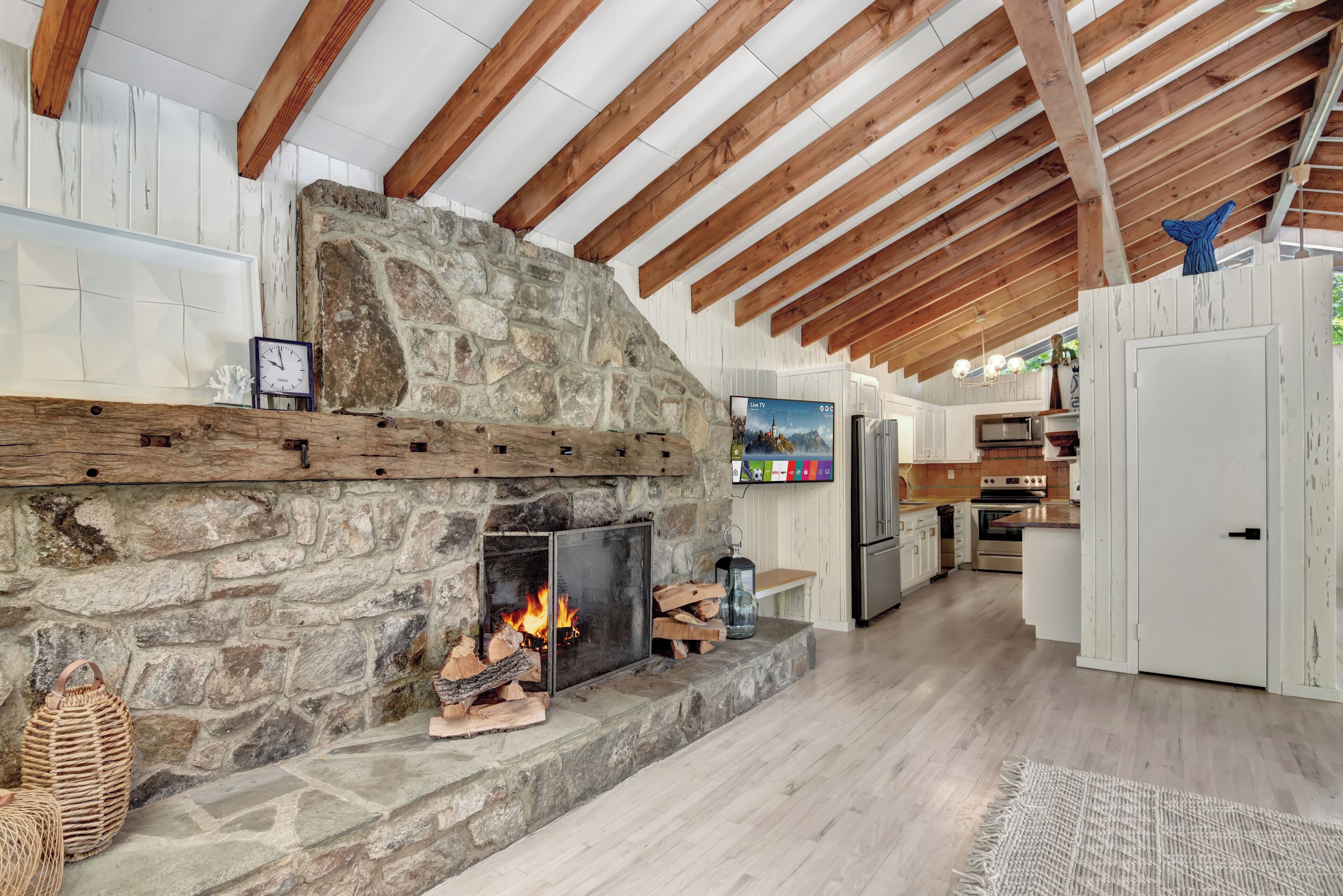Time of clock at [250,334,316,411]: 9:58
